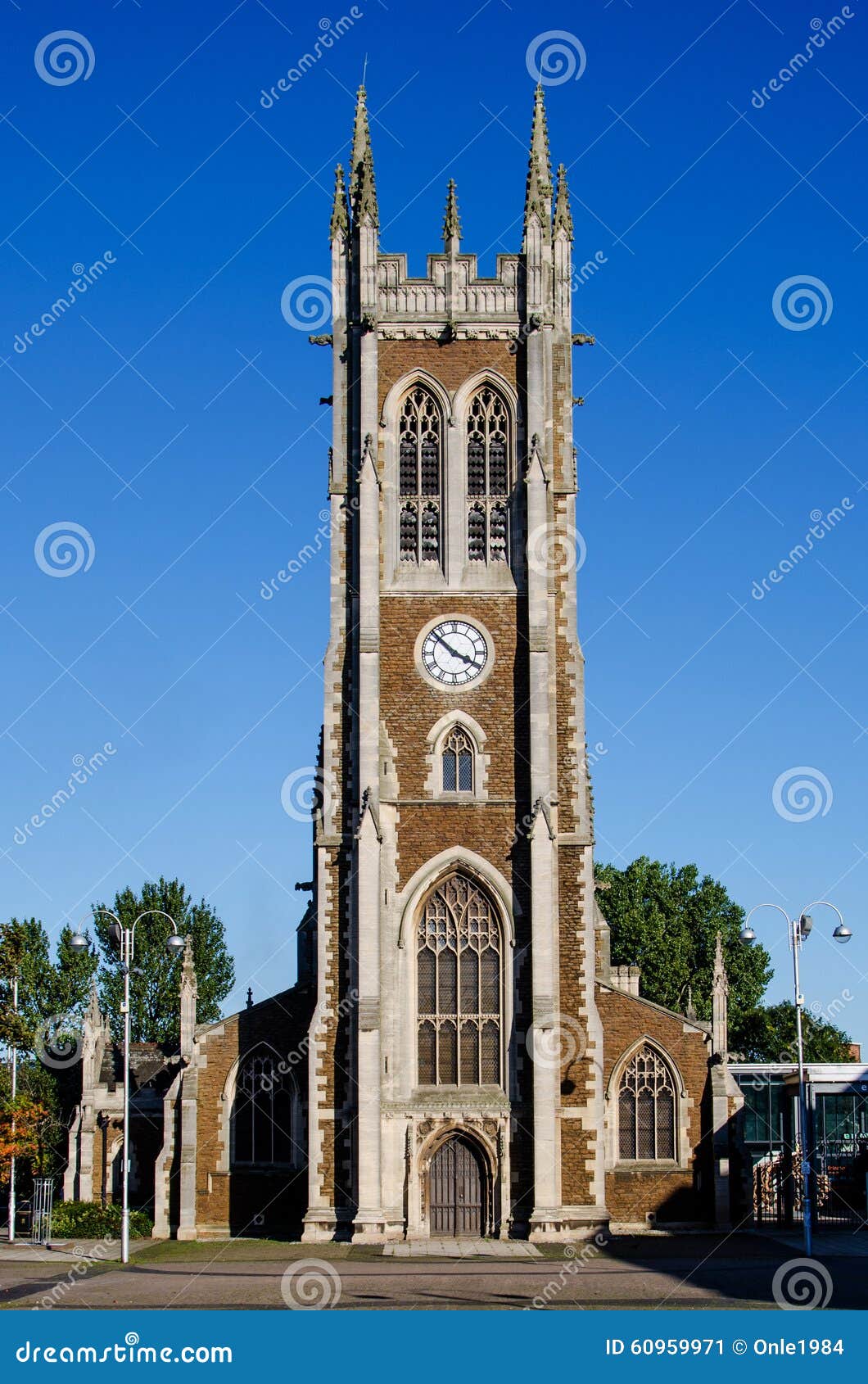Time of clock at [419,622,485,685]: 3:52
